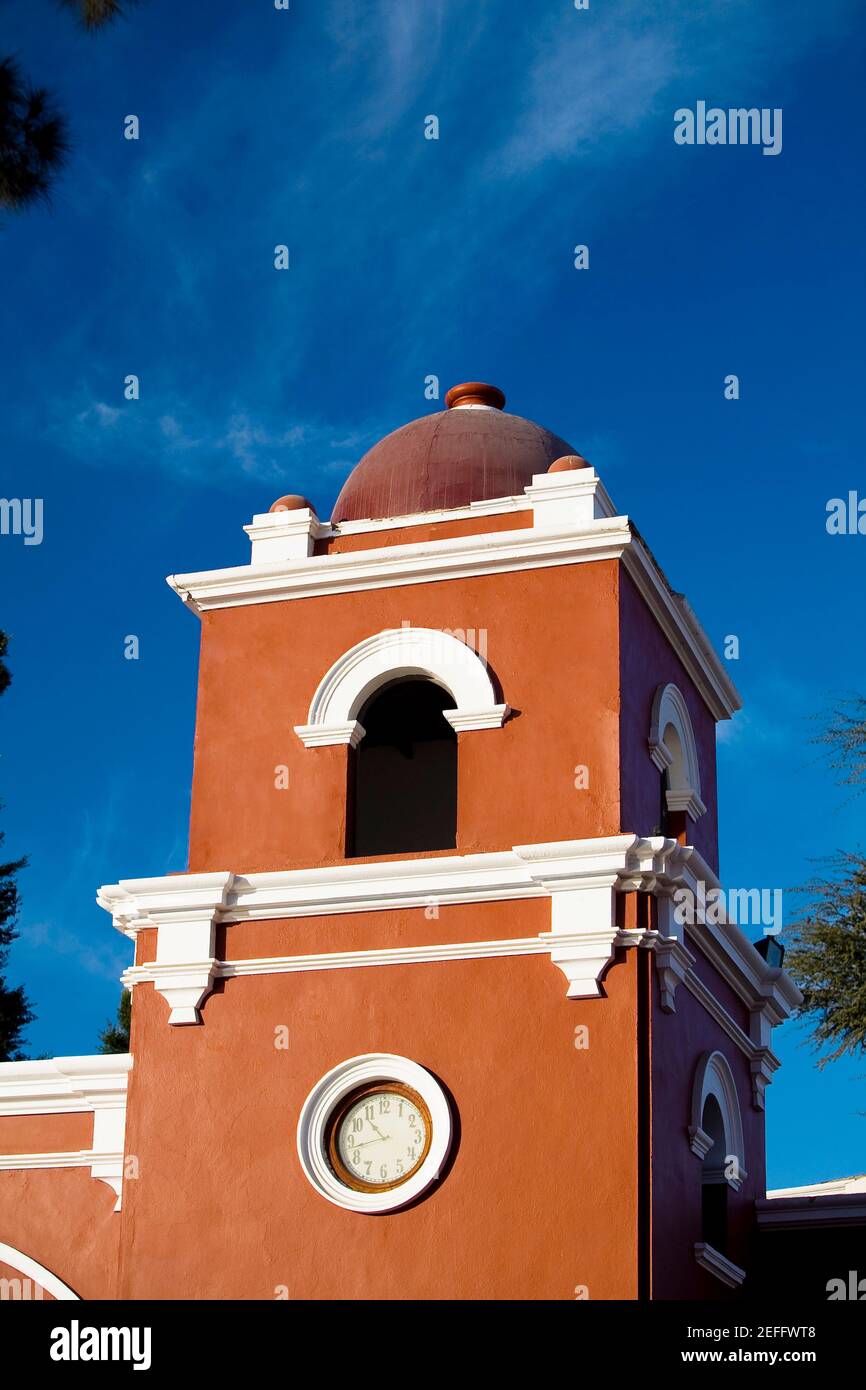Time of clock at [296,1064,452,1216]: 10:42
